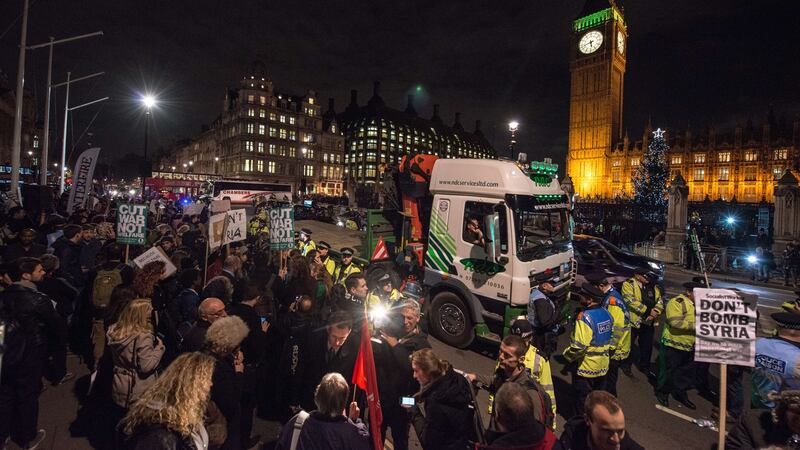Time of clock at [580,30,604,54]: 5:42
